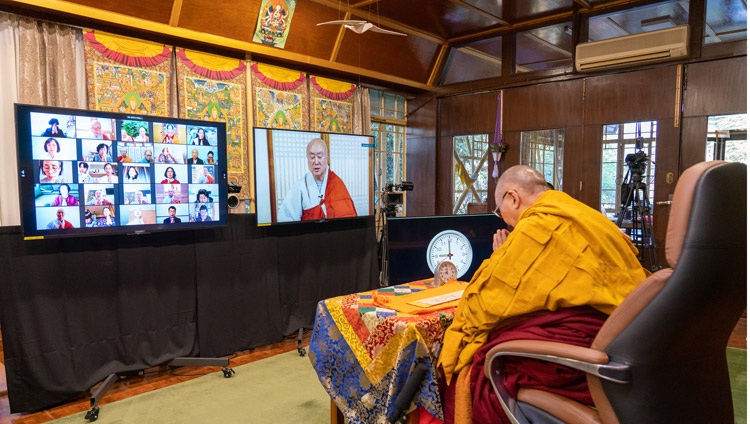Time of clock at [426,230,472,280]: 8:59
